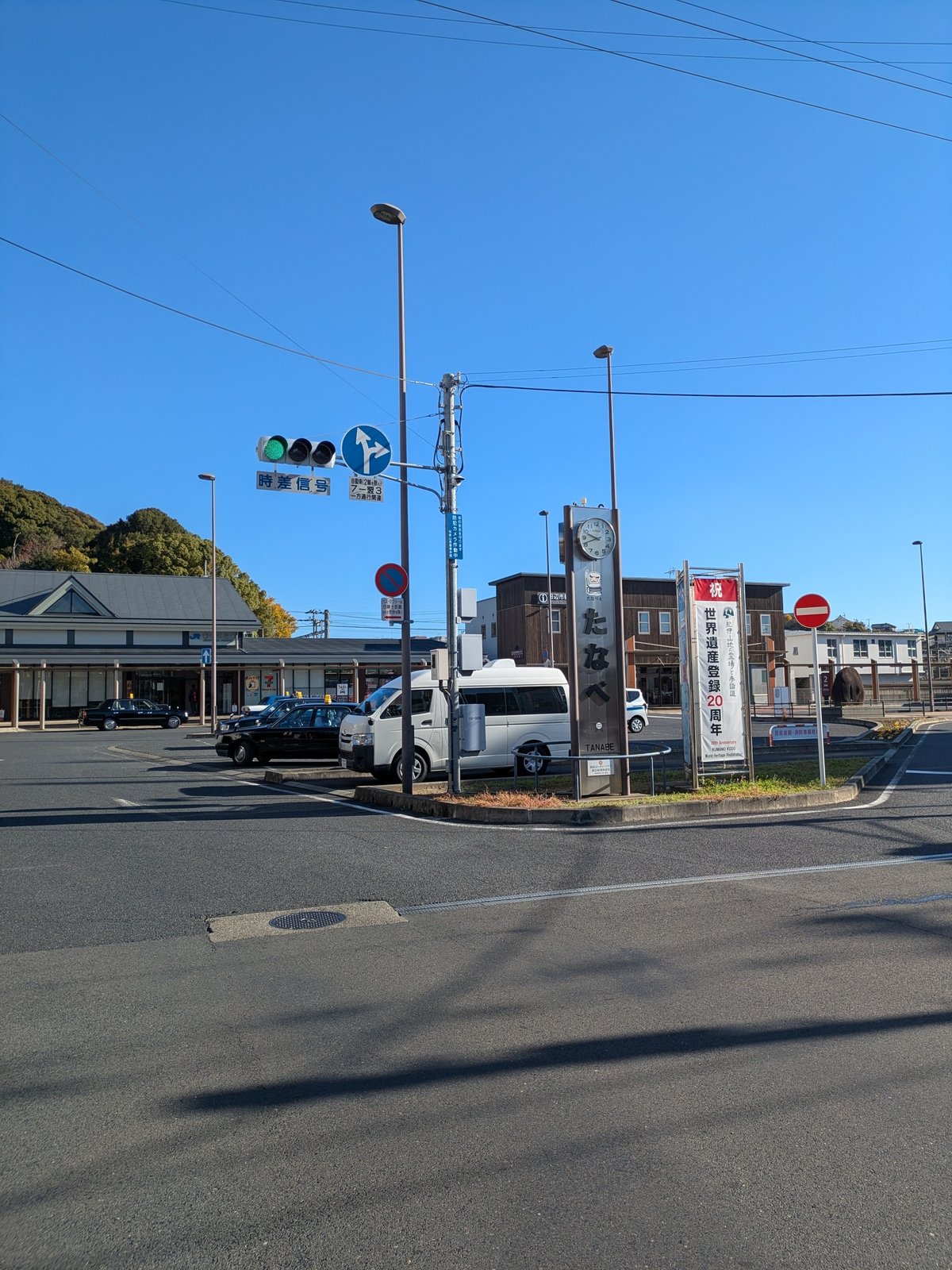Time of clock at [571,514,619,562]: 9:41
